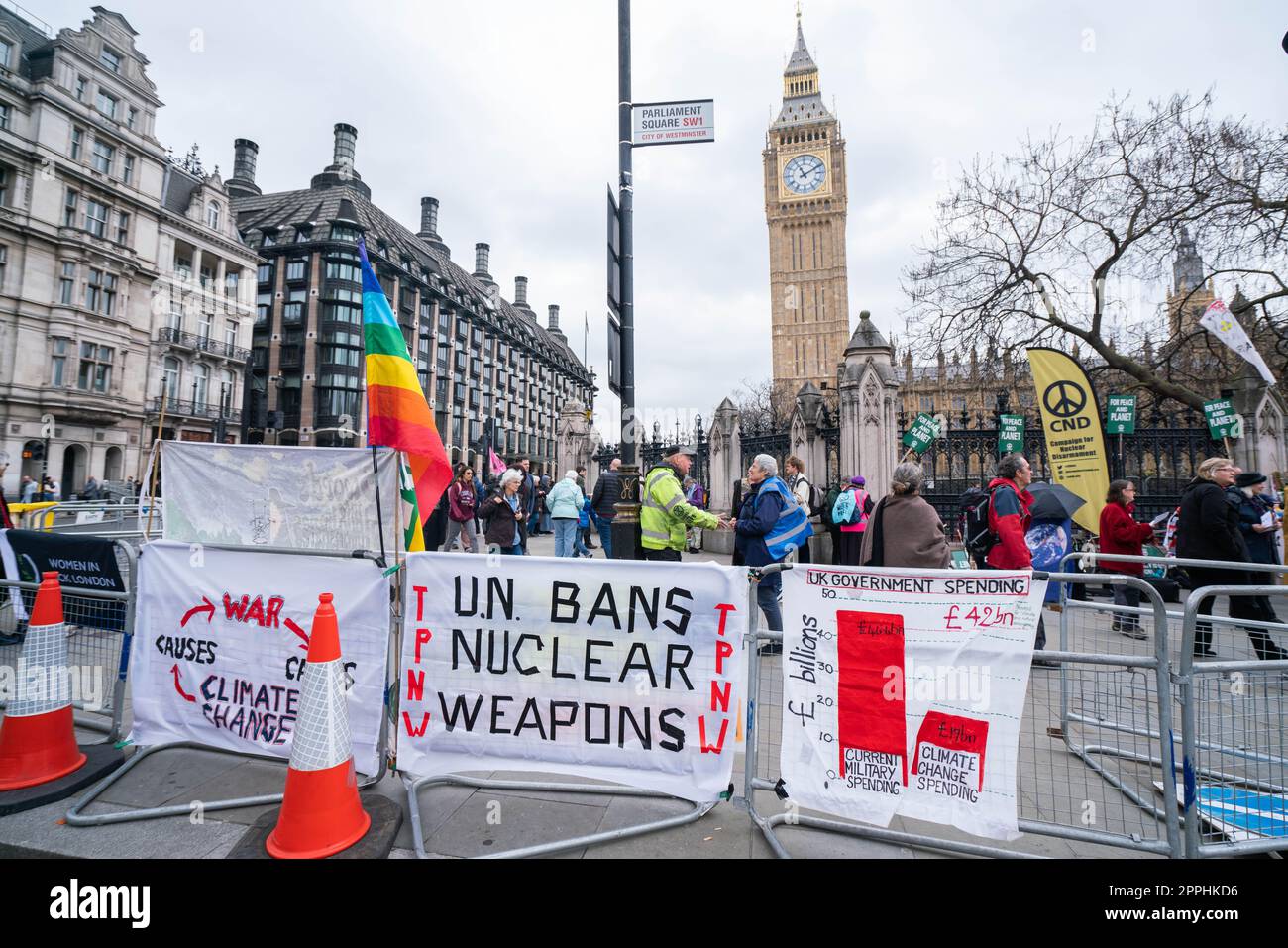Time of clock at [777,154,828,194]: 11:10
